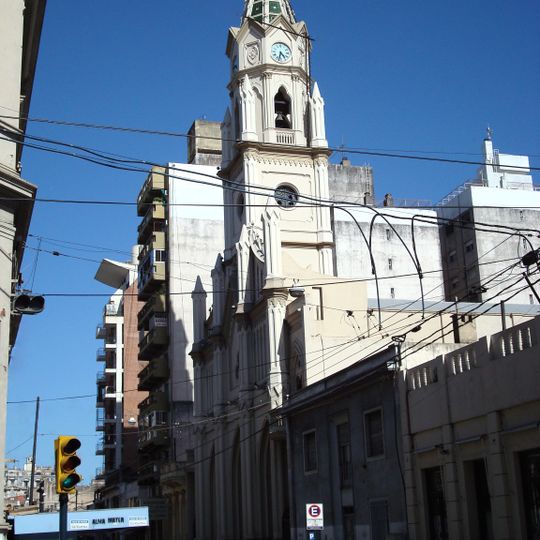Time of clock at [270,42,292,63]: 4:32
